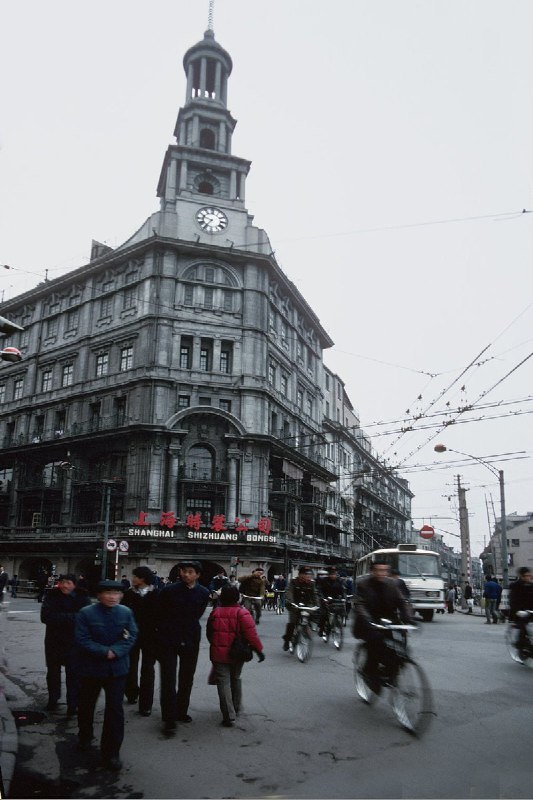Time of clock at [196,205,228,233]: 9:35
